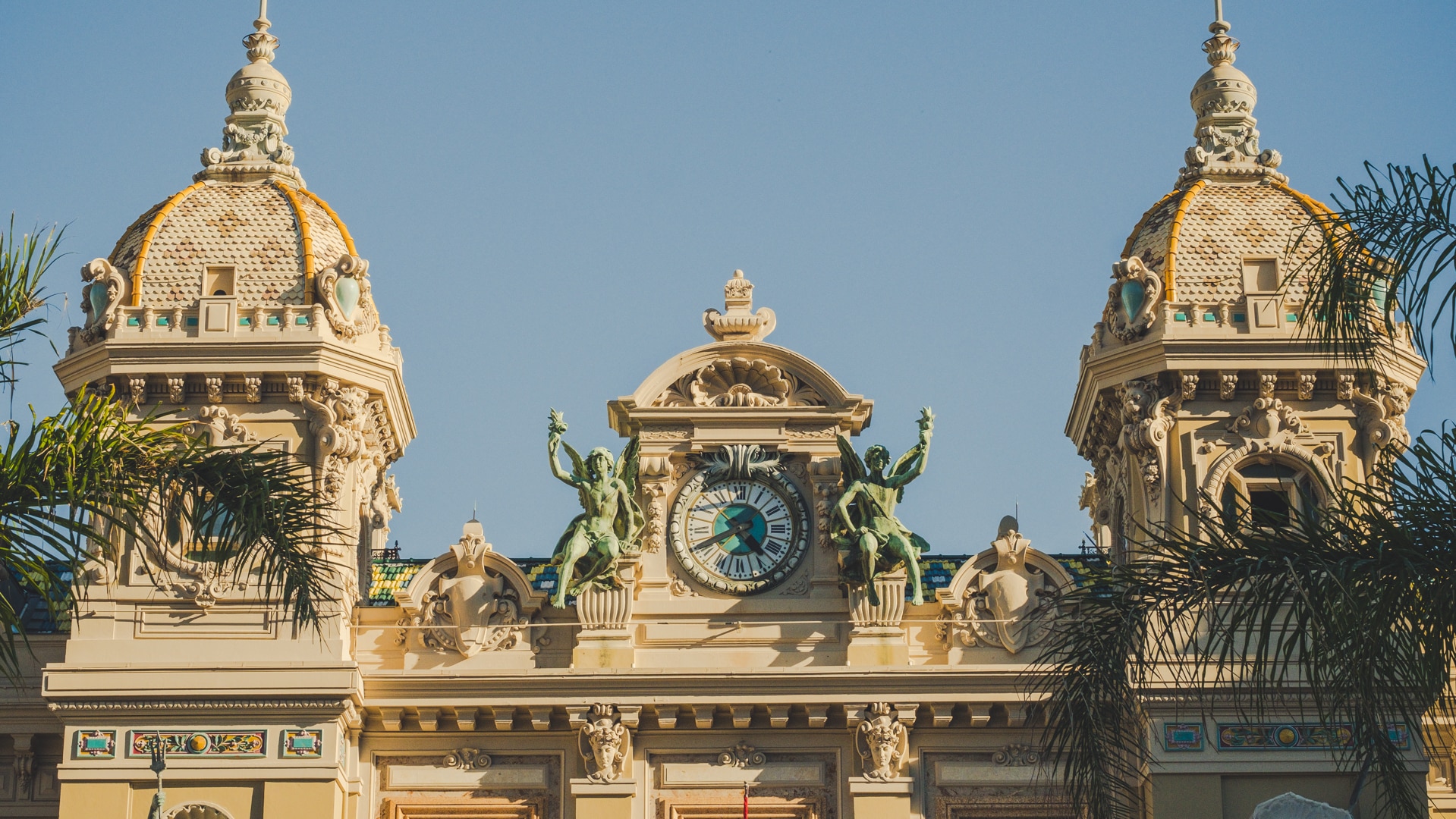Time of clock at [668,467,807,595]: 4:40
